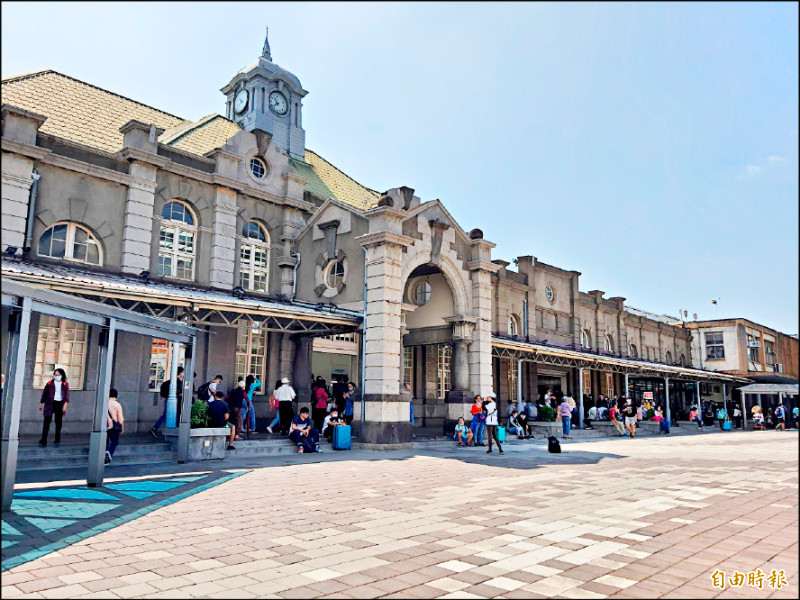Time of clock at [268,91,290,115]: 10:39
